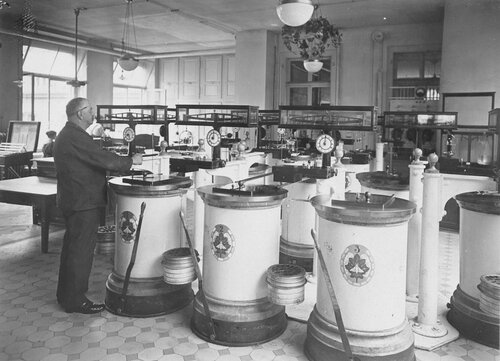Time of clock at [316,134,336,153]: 7:01
